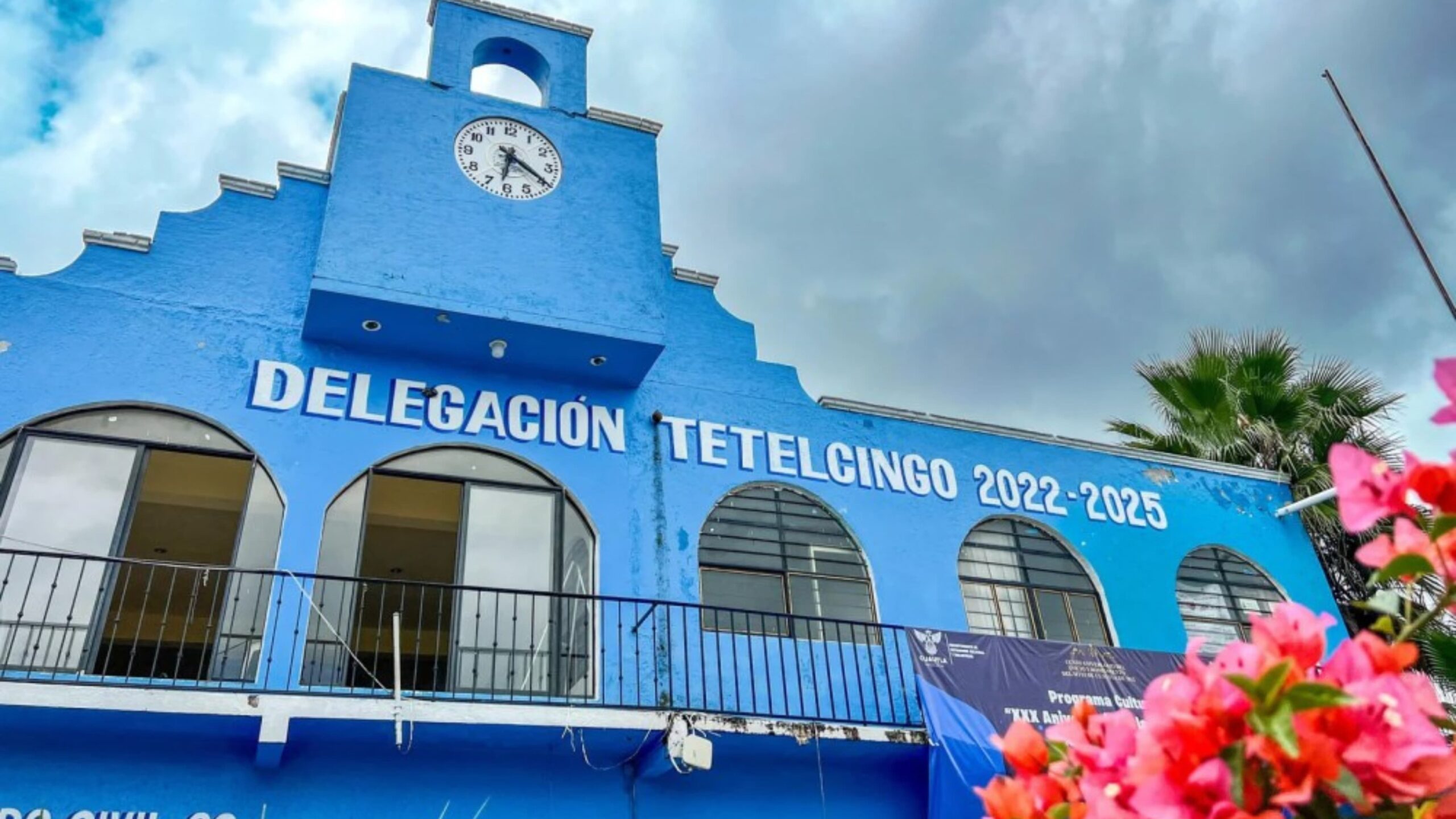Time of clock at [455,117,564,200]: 6:19
